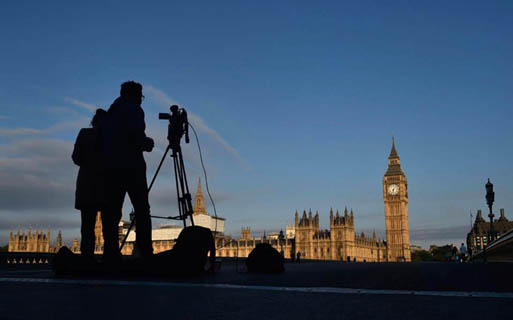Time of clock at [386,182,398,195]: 6:06
